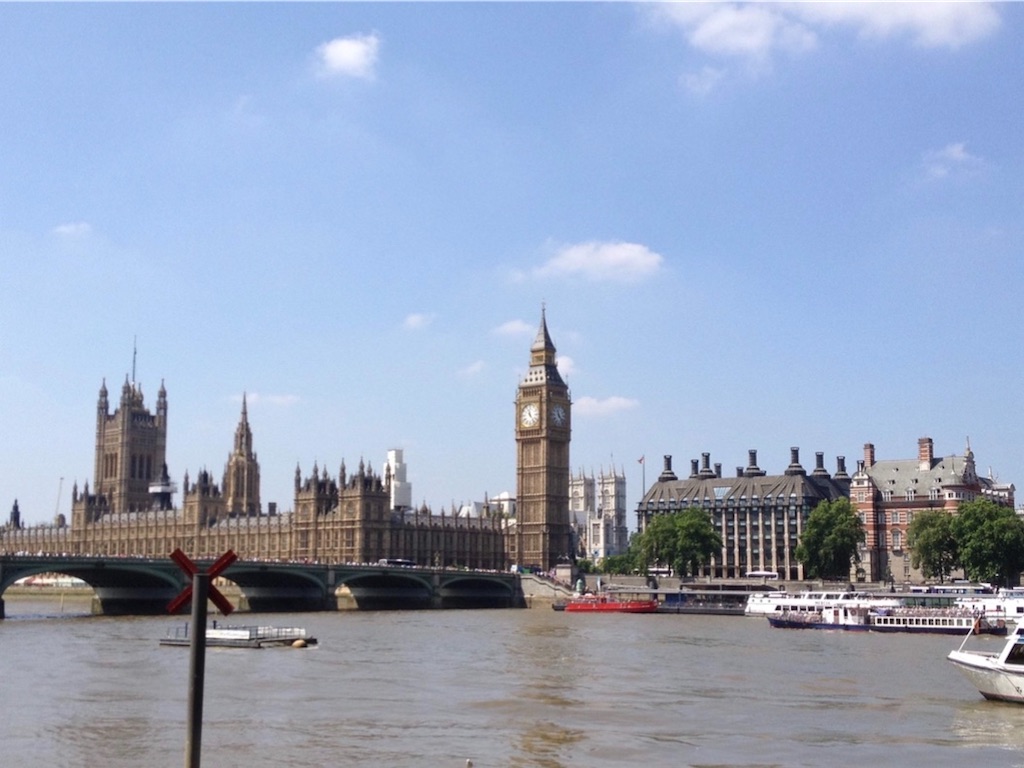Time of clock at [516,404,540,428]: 11:23
